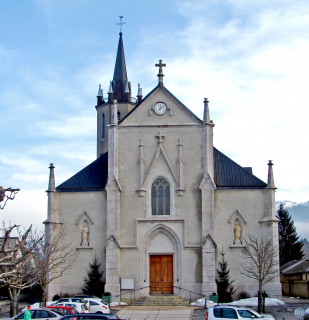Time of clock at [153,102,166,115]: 12:08
